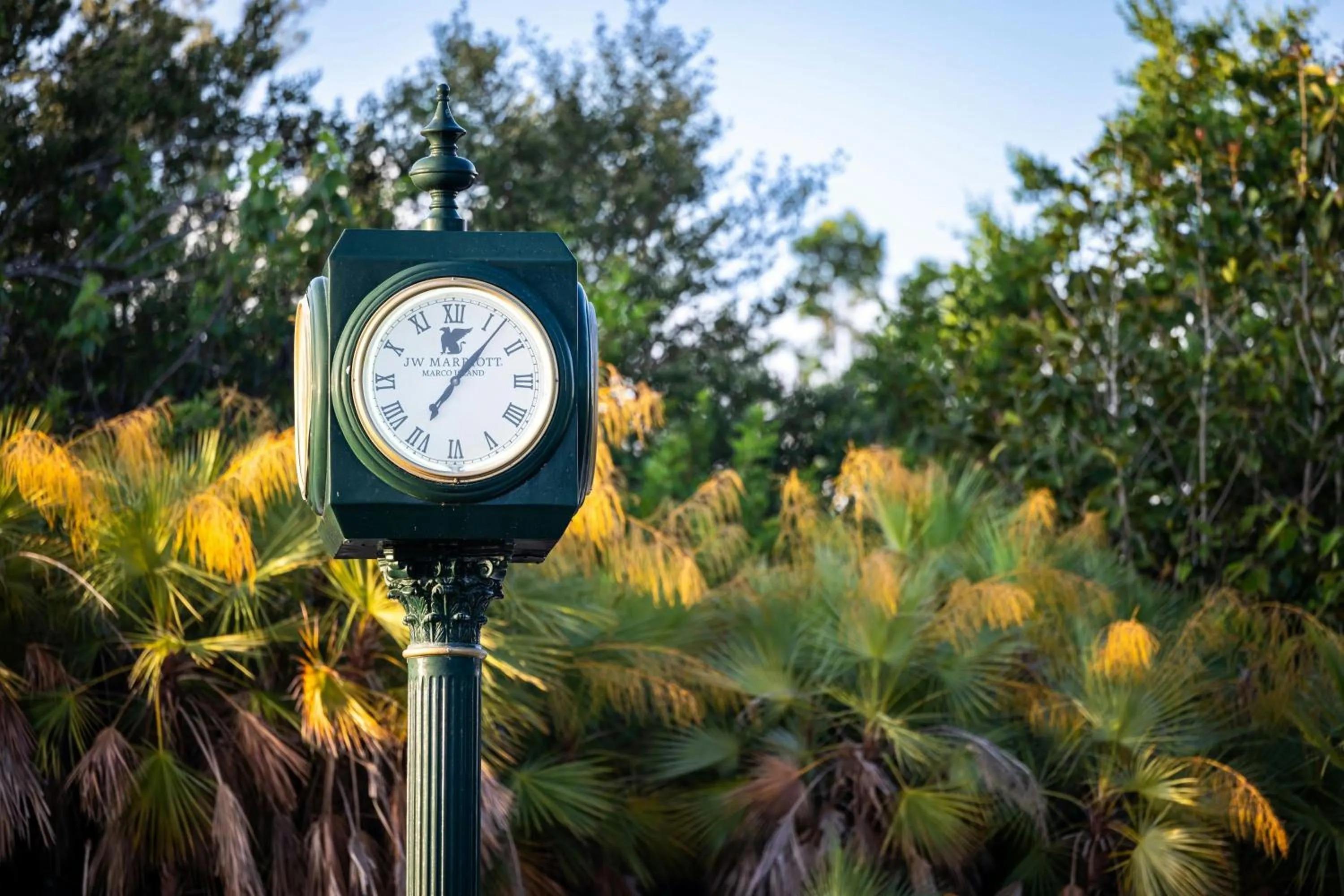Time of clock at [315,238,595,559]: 12:06
